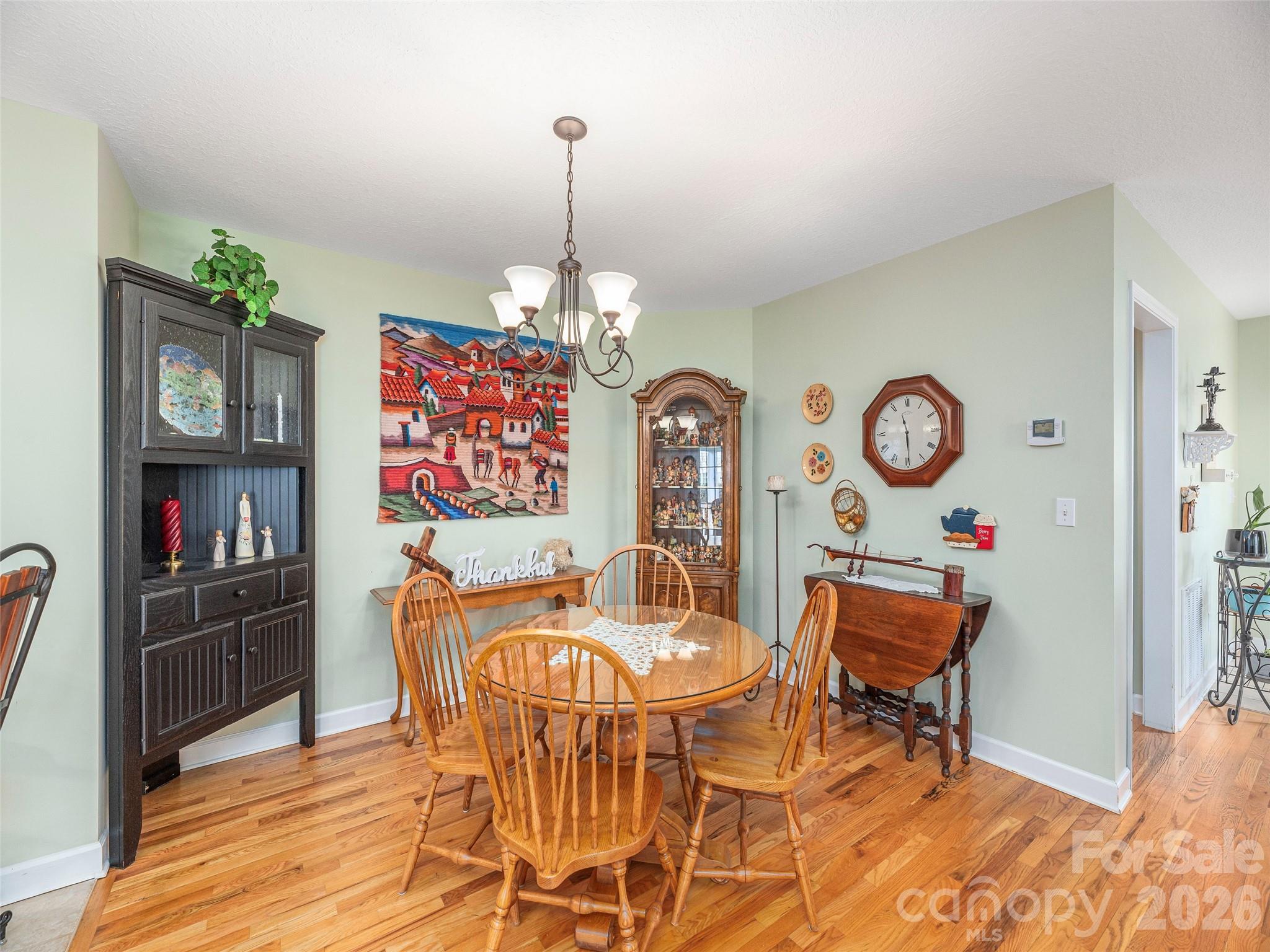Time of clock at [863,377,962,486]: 11:29
